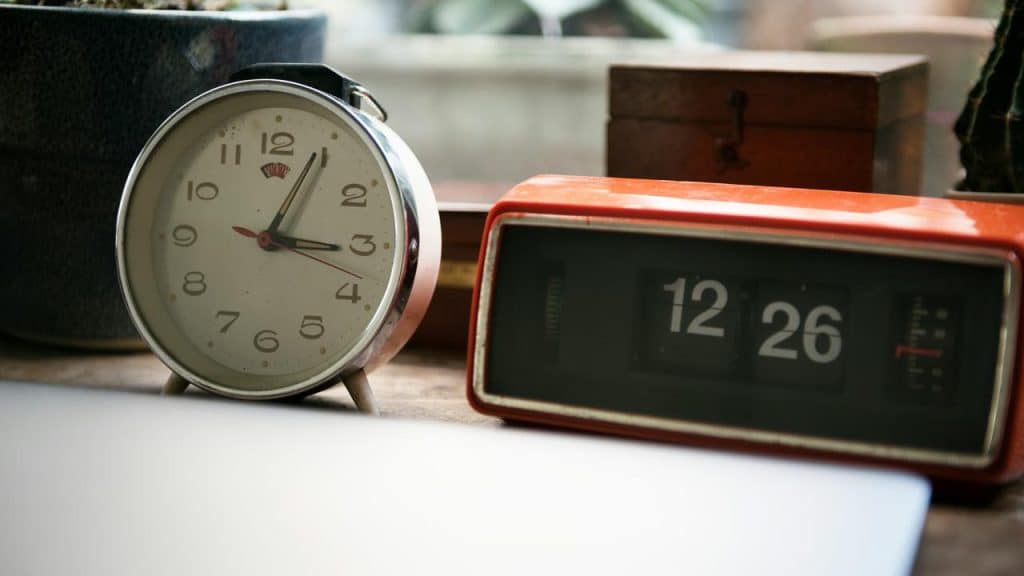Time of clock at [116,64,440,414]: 3:04
